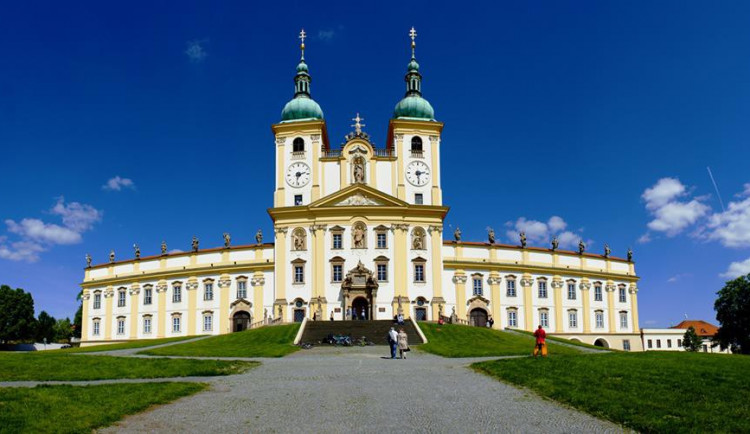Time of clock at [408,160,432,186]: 2:29
